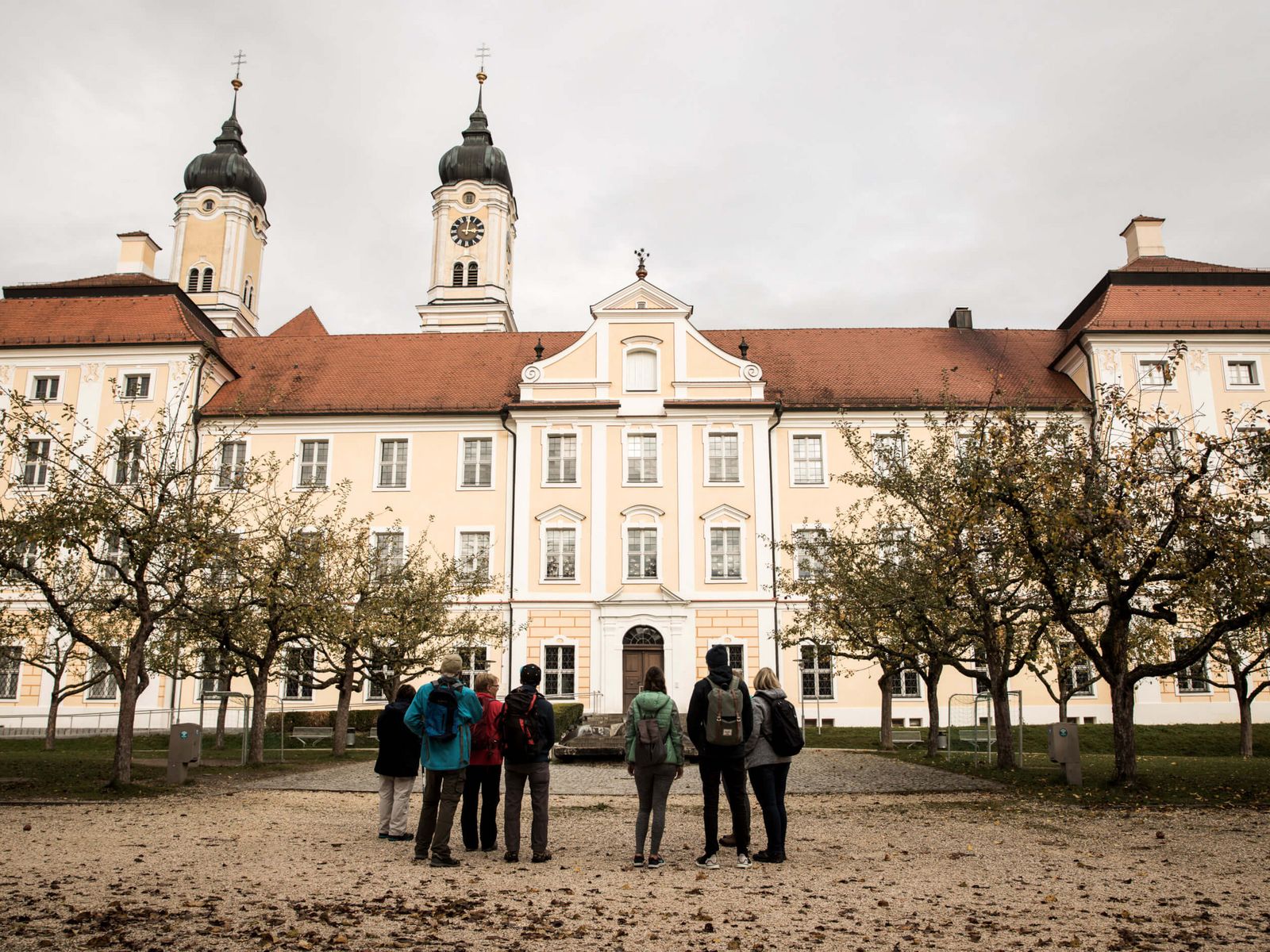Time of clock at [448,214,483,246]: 3:00
